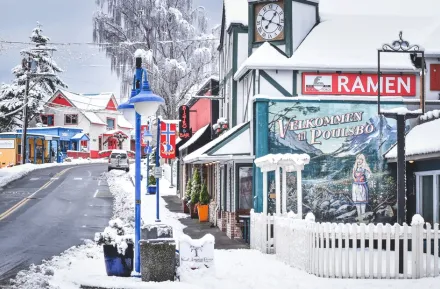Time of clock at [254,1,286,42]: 1:18
